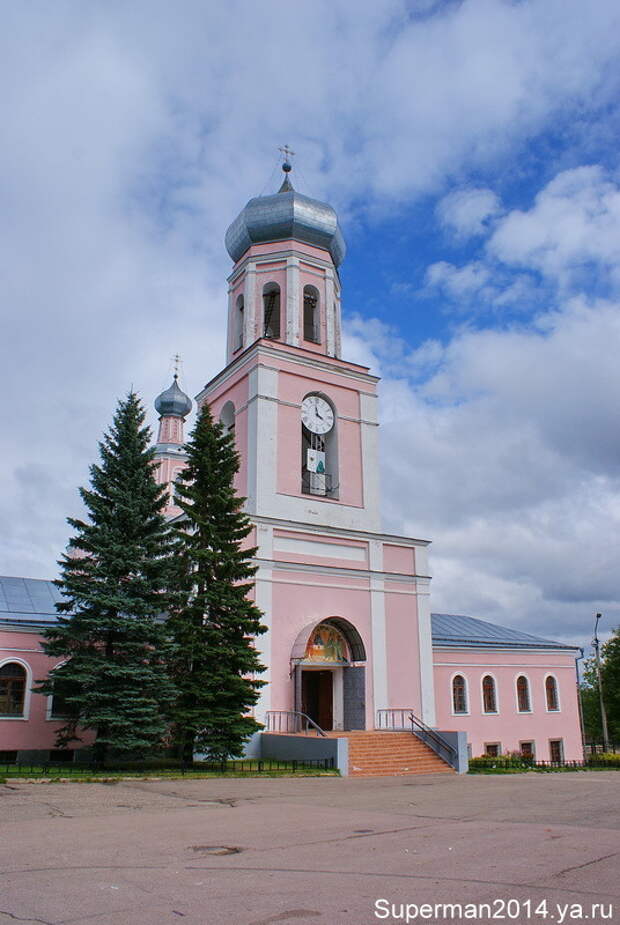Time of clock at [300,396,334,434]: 3:58
